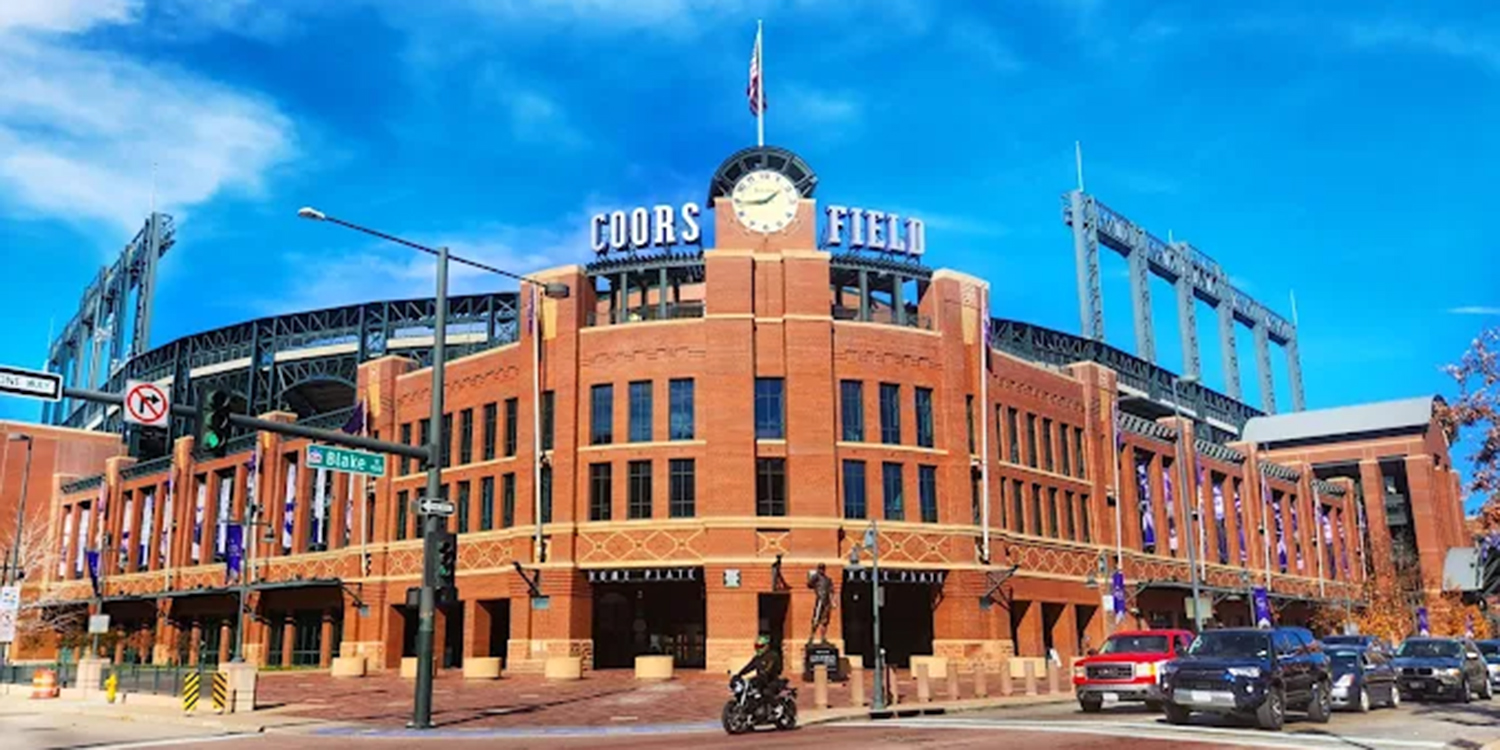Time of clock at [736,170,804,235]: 1:43
